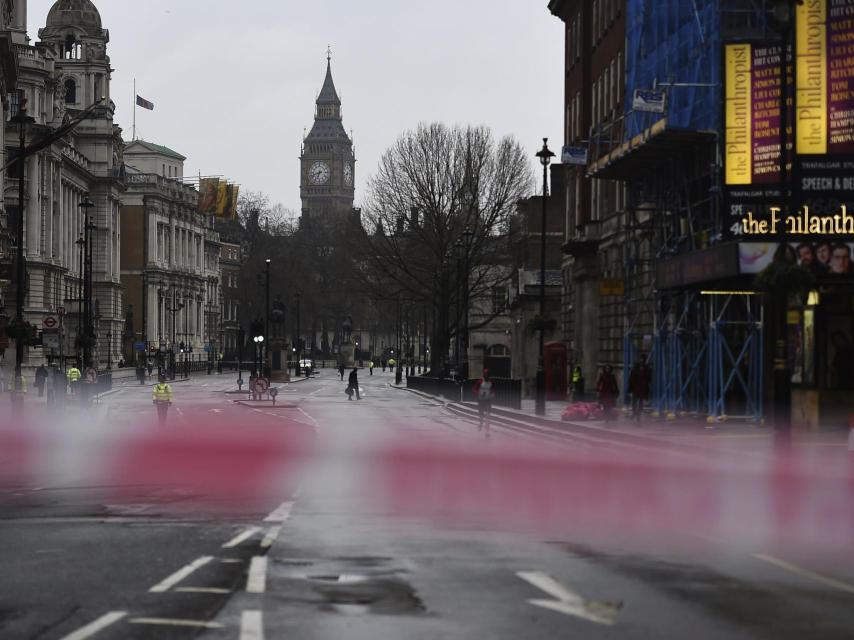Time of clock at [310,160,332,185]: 6:41
